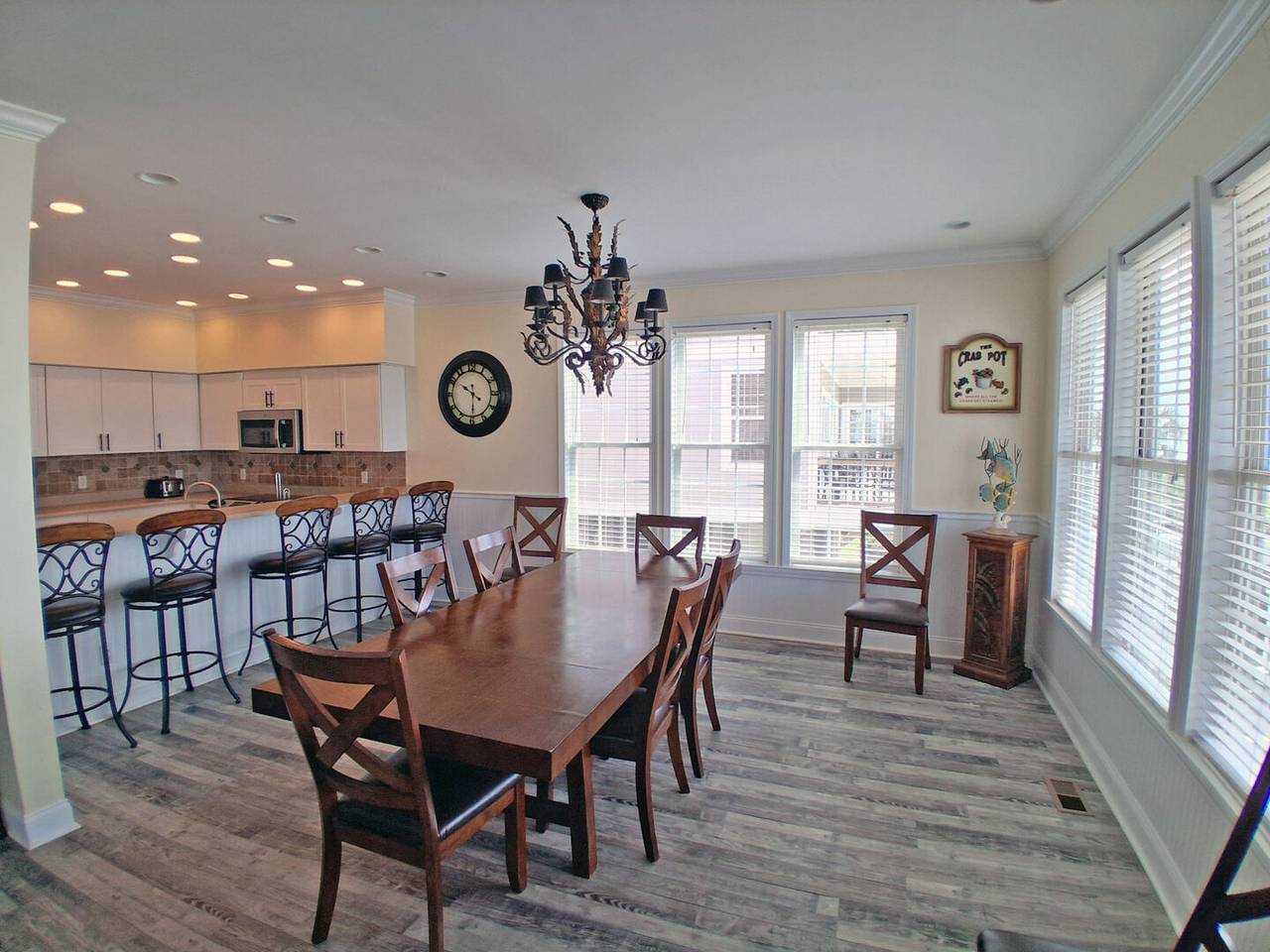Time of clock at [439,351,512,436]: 10:30
